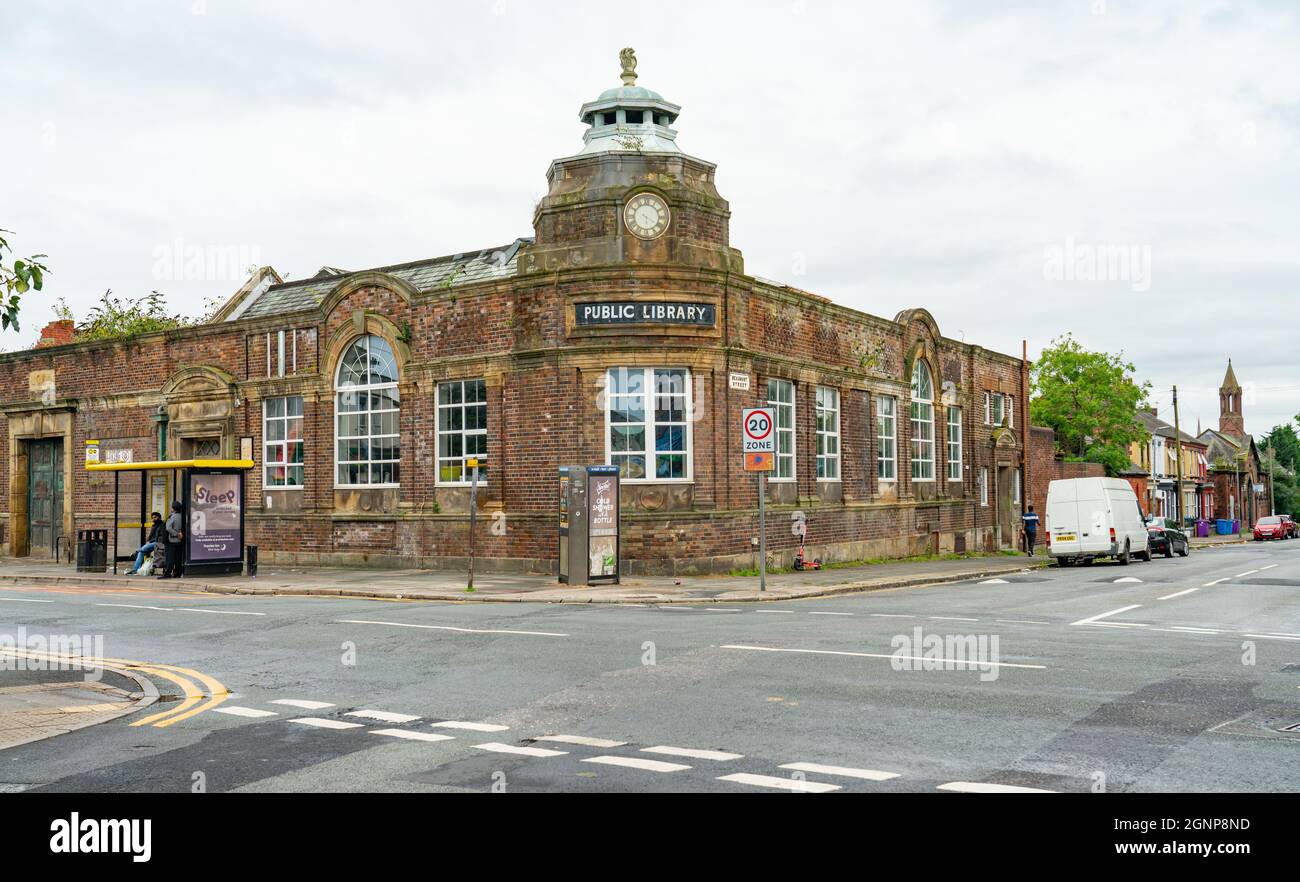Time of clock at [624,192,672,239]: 6:20
